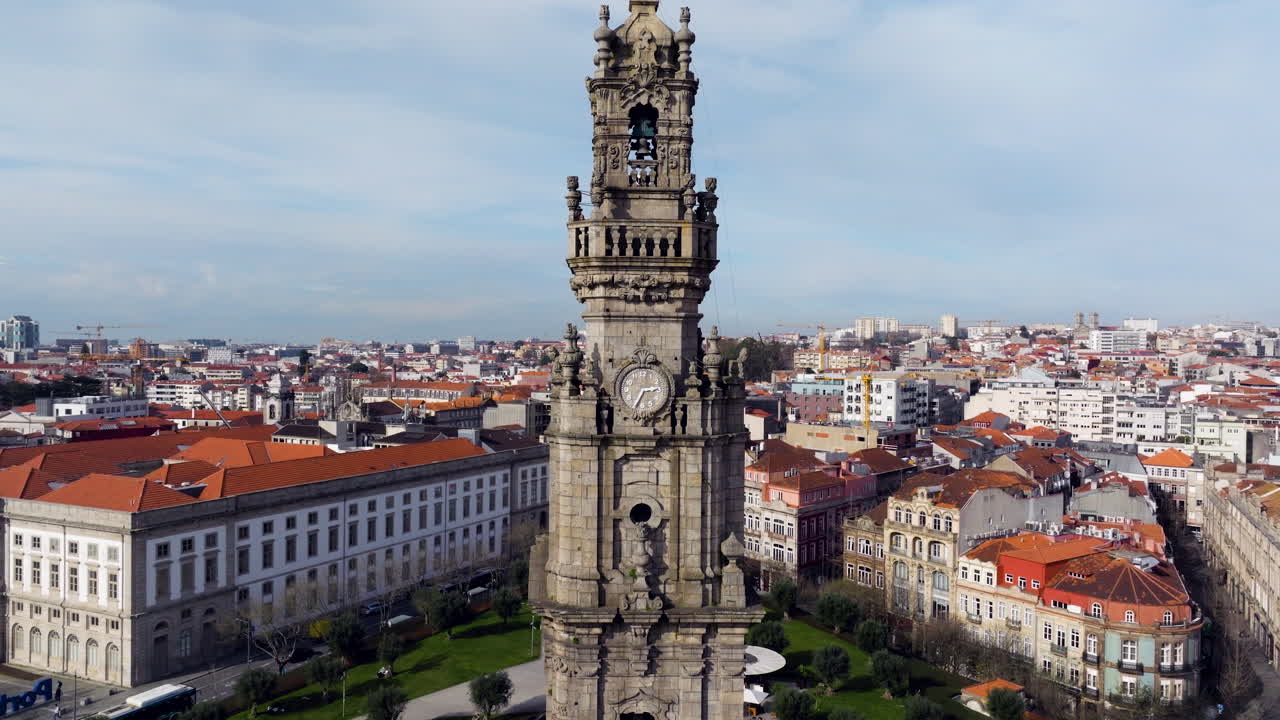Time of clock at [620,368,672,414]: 2:34
